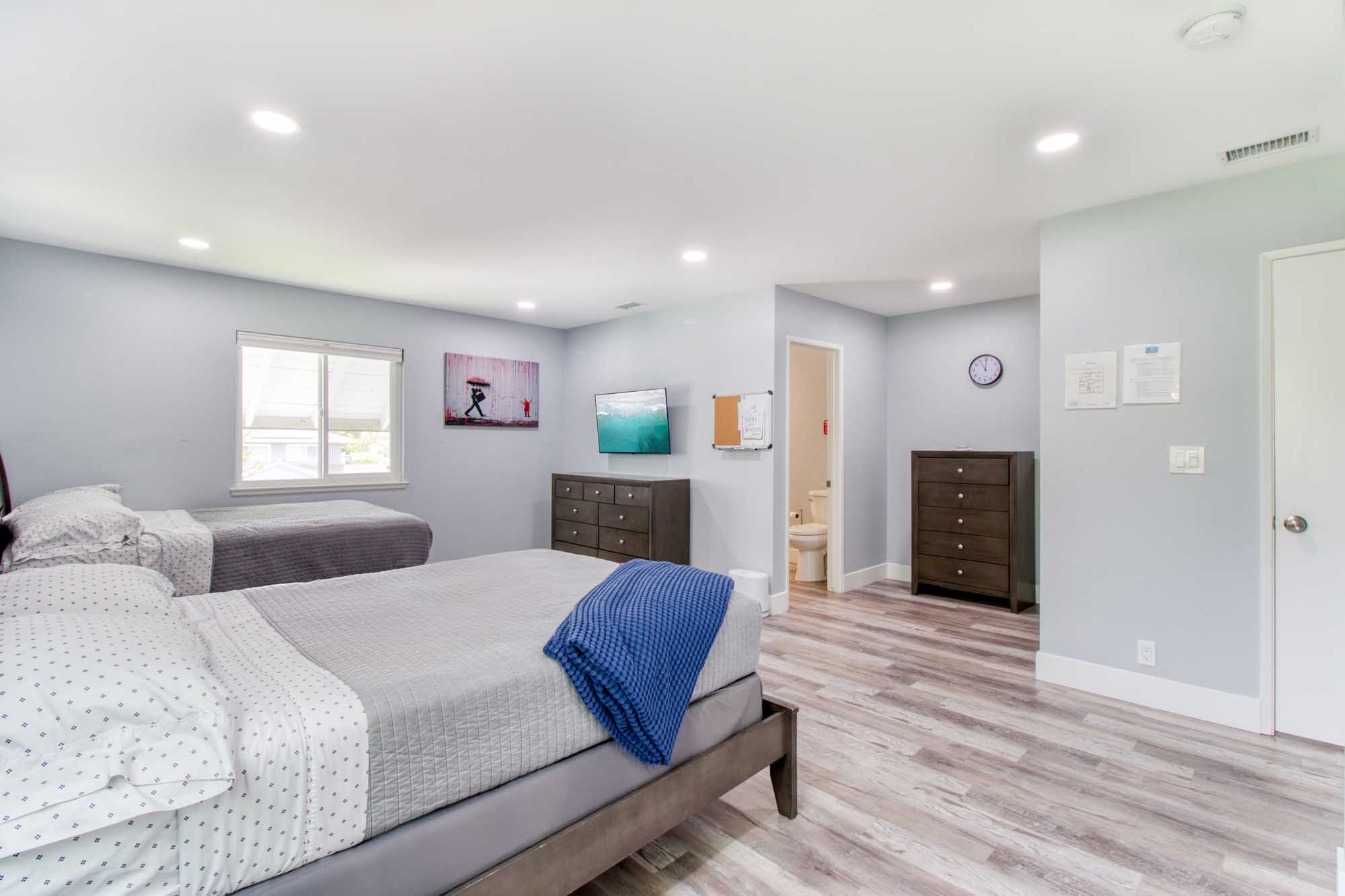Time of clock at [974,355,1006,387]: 11:00
